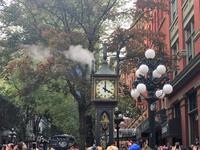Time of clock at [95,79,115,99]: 4:00
